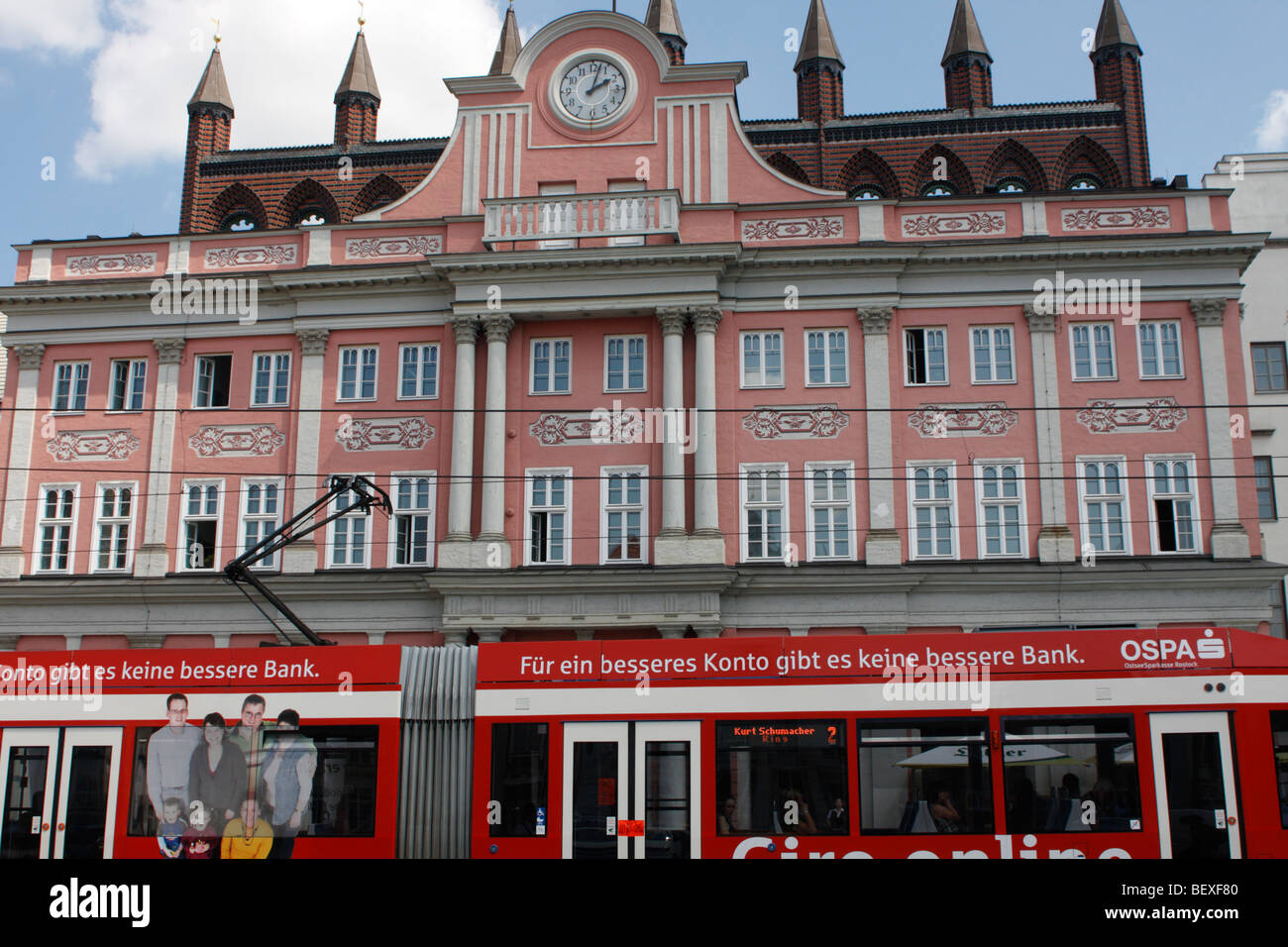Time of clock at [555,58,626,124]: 2:02
